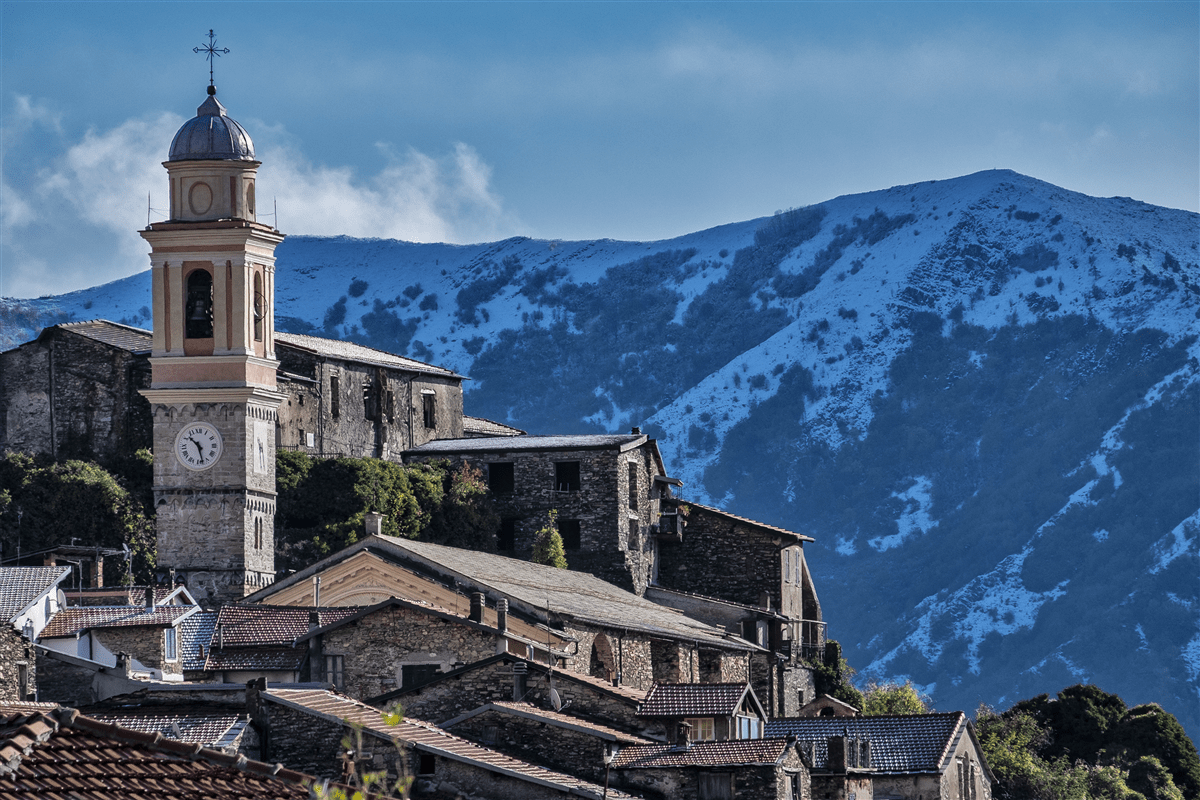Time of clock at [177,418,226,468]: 10:28
